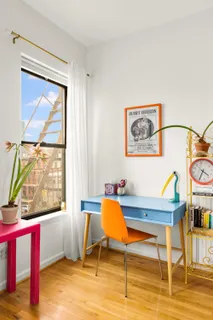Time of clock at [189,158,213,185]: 4:35
